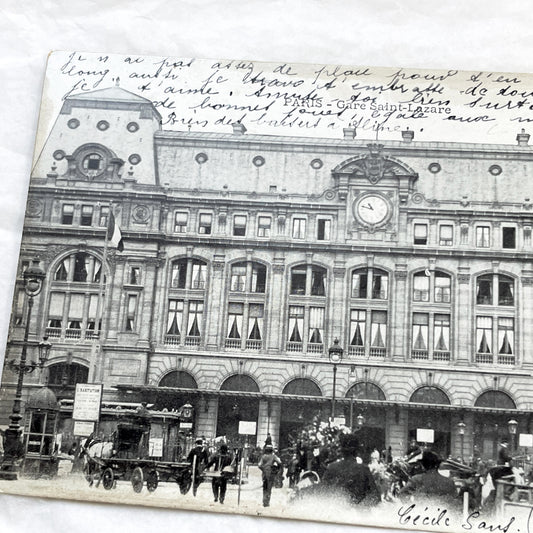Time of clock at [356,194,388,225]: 10:47
